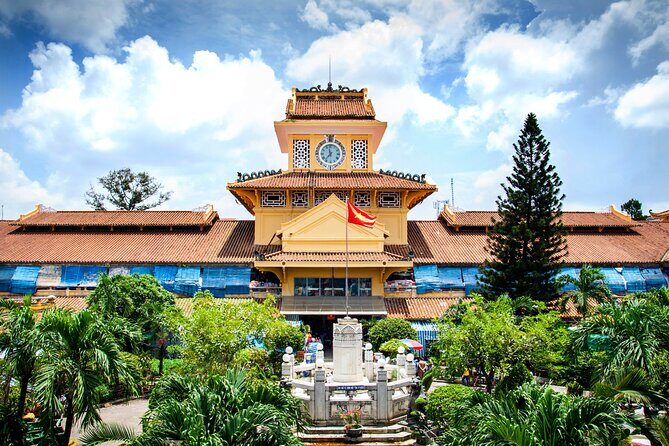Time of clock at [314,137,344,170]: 11:36
